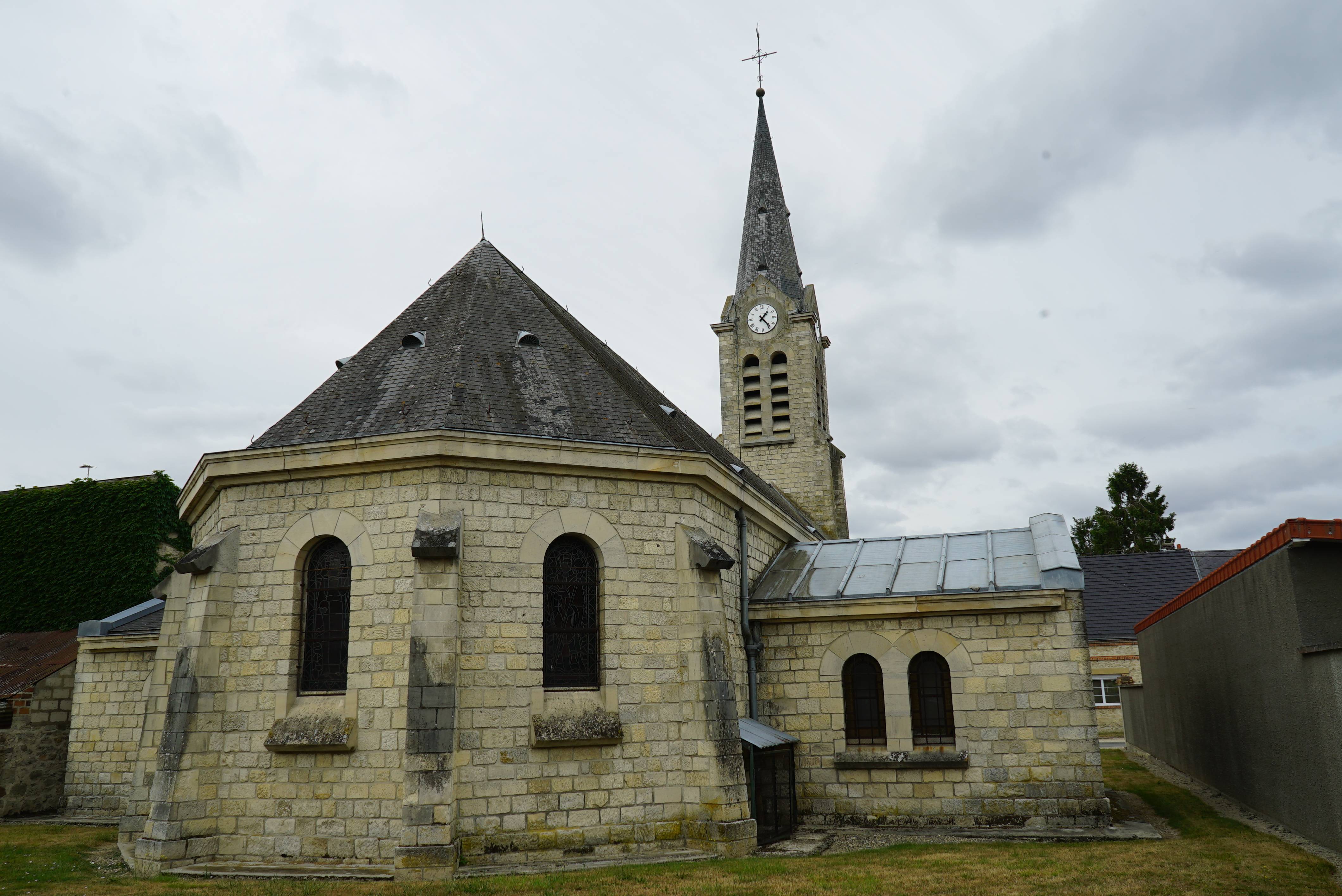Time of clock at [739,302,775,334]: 1:23
